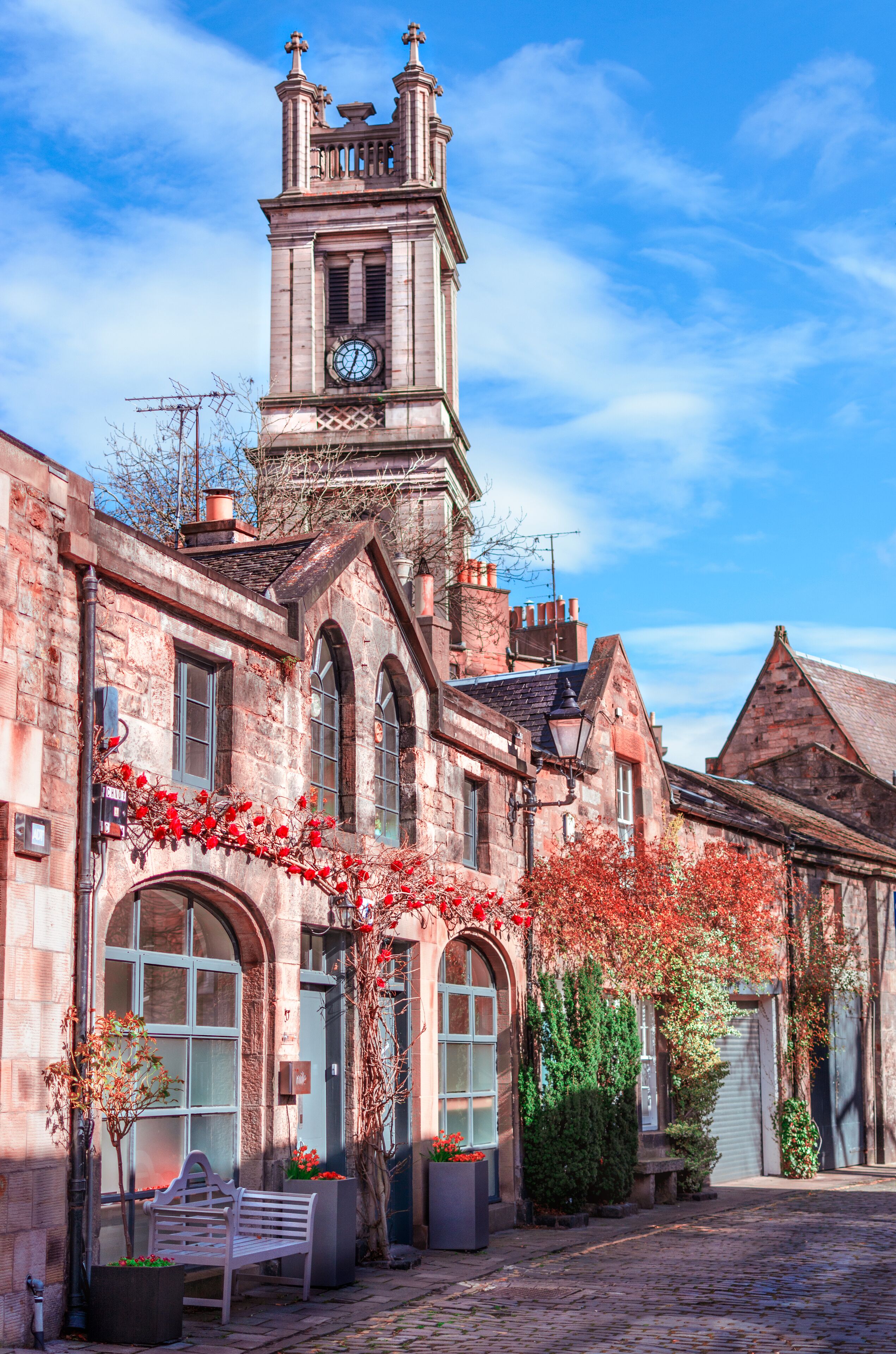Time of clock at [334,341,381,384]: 12:33
